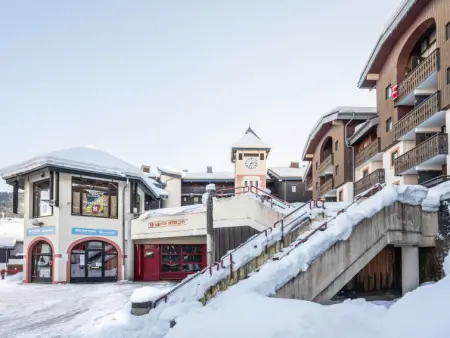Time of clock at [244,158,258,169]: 7:12
